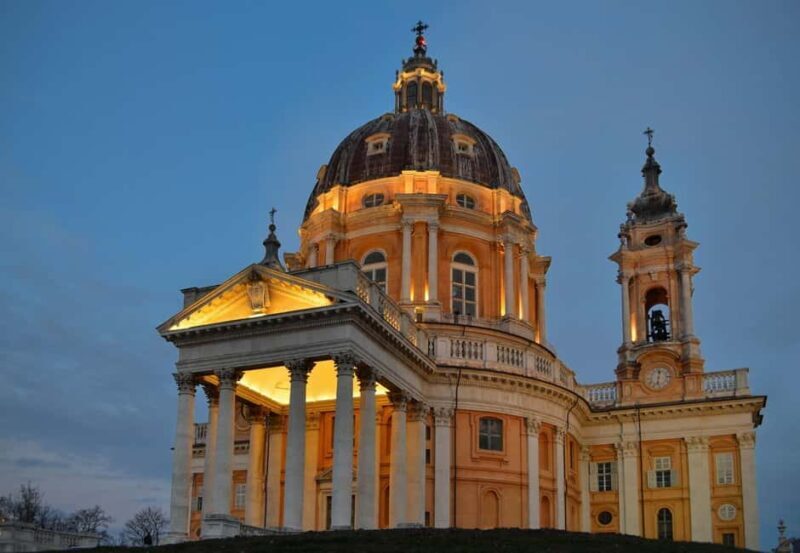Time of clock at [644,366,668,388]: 12:32
